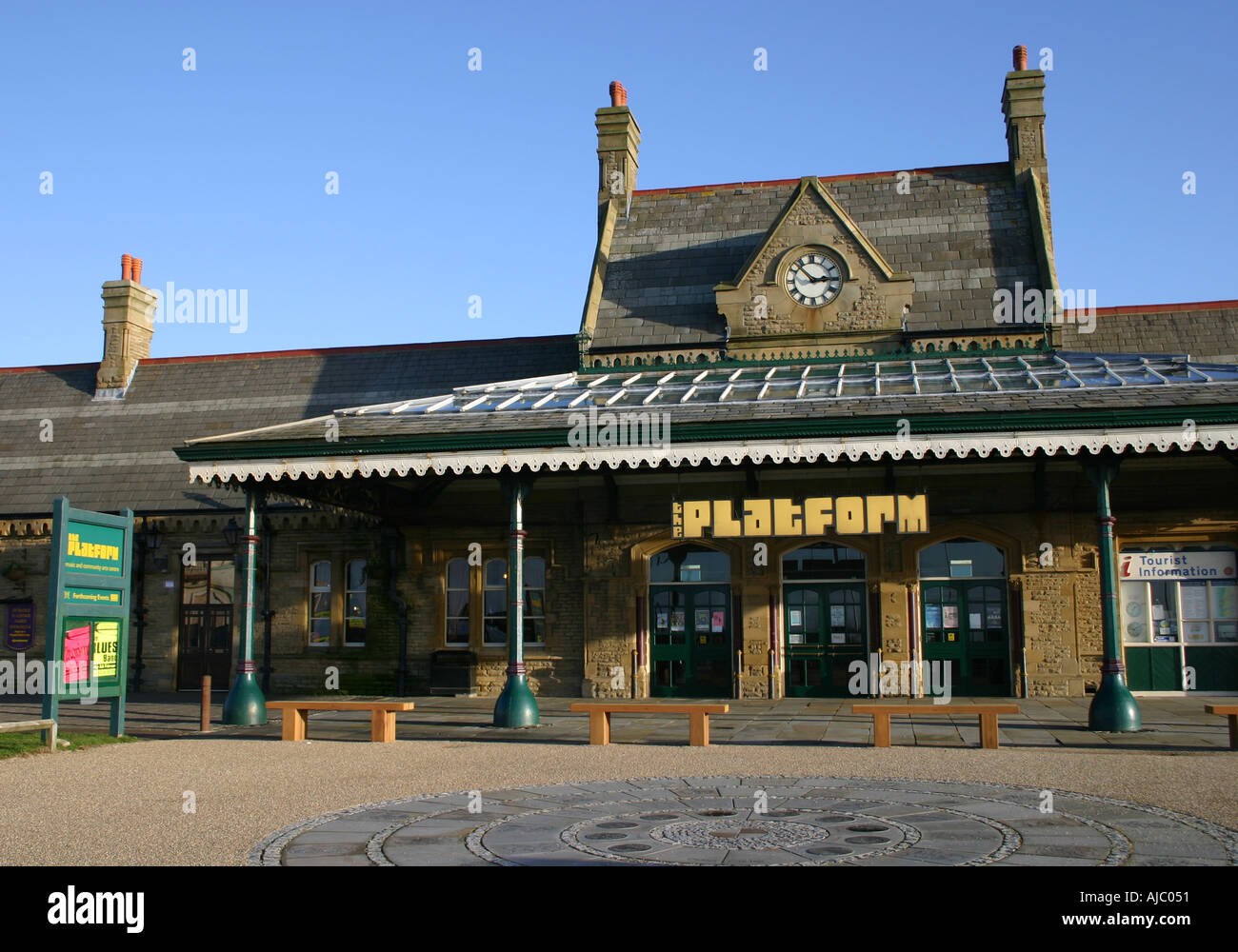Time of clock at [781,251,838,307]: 2:52
